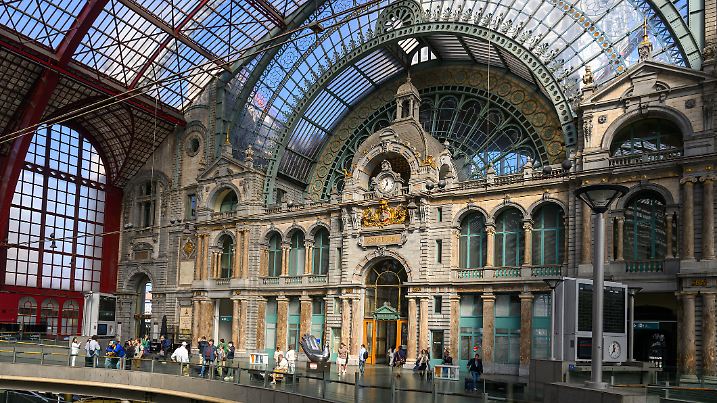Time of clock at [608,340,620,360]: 11:35
